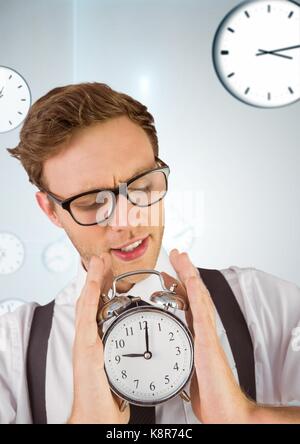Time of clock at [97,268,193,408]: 9:01
